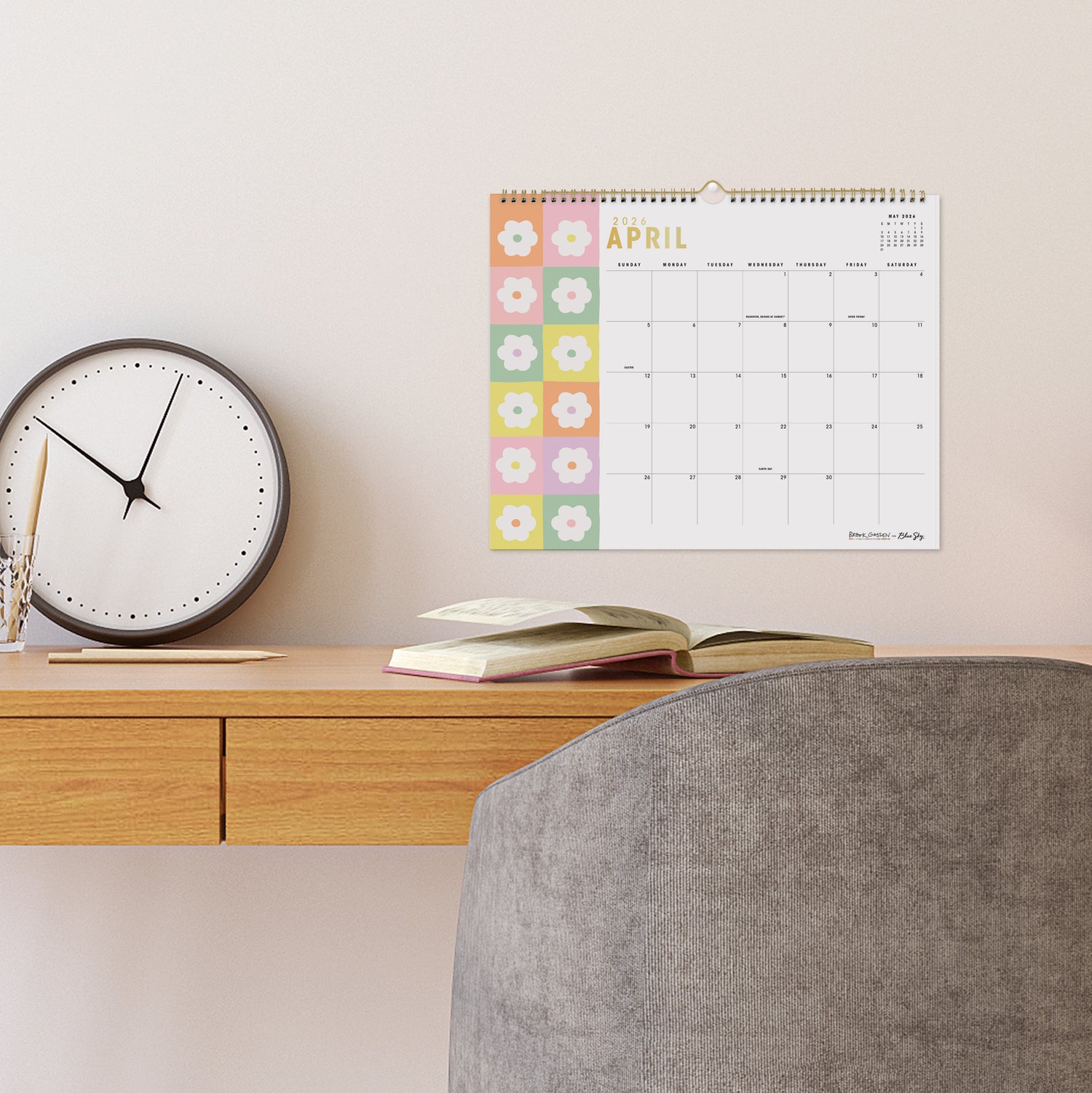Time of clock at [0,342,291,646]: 10:03
